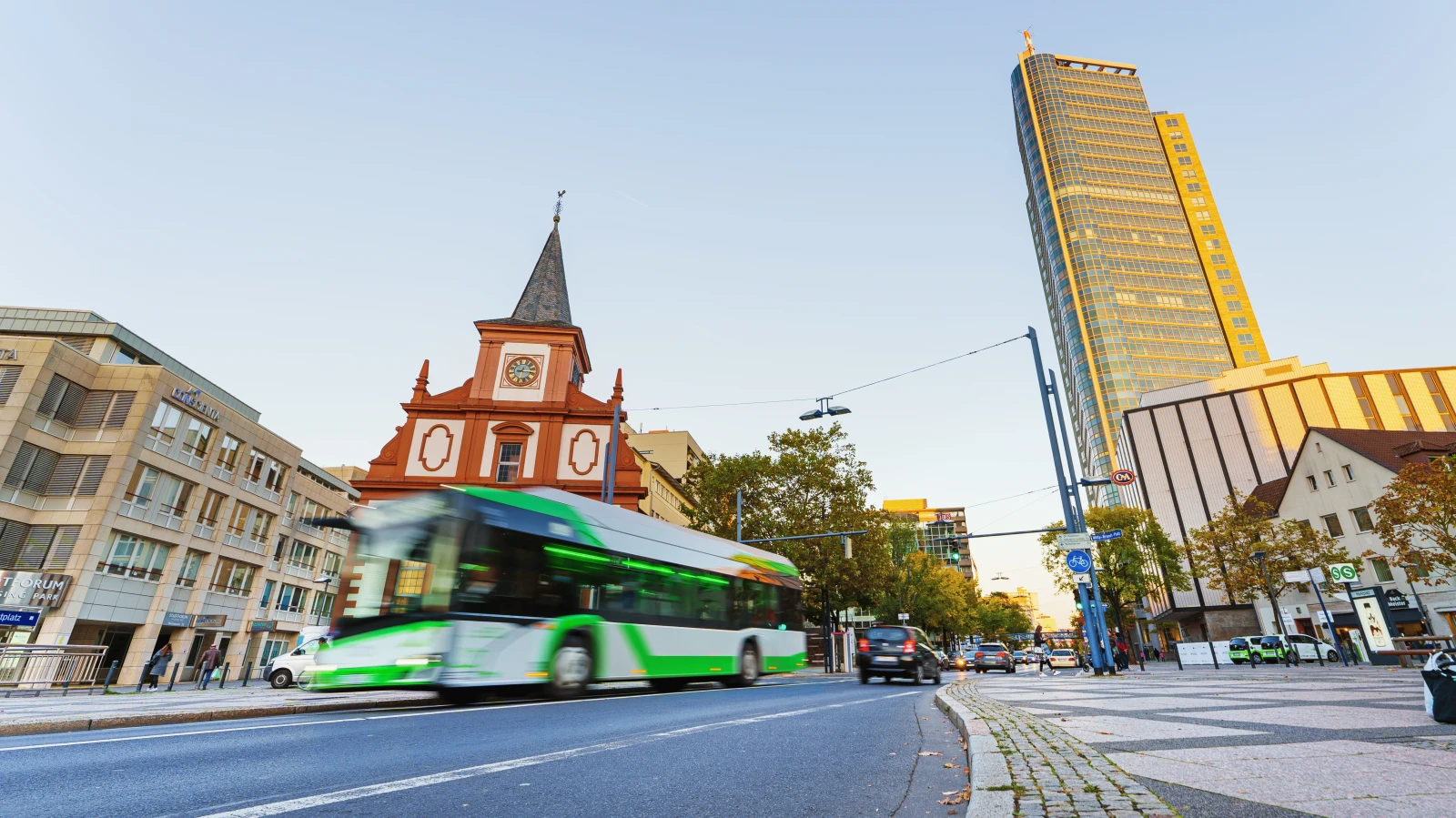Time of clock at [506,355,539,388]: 6:15
